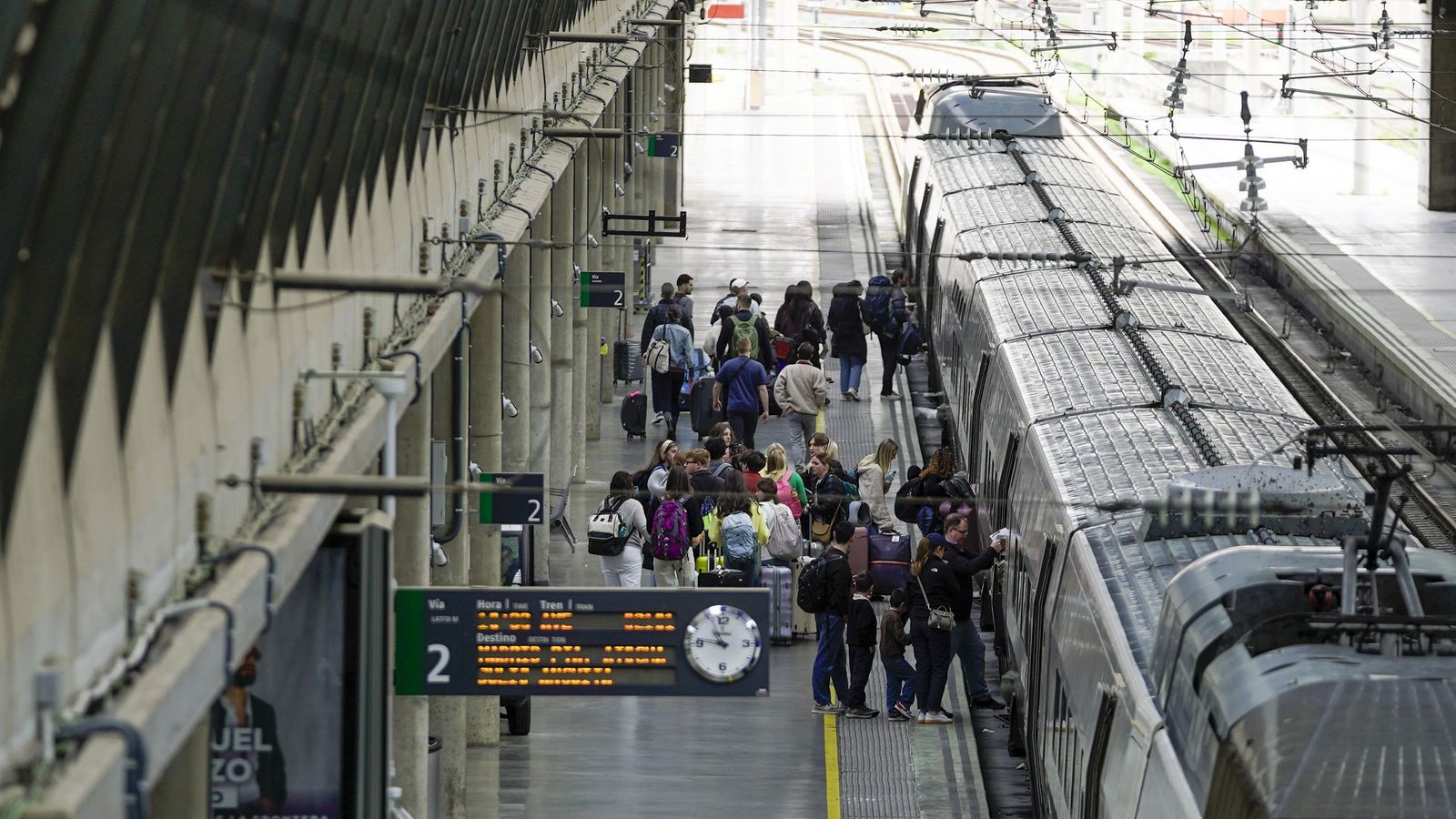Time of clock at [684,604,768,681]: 10:46
